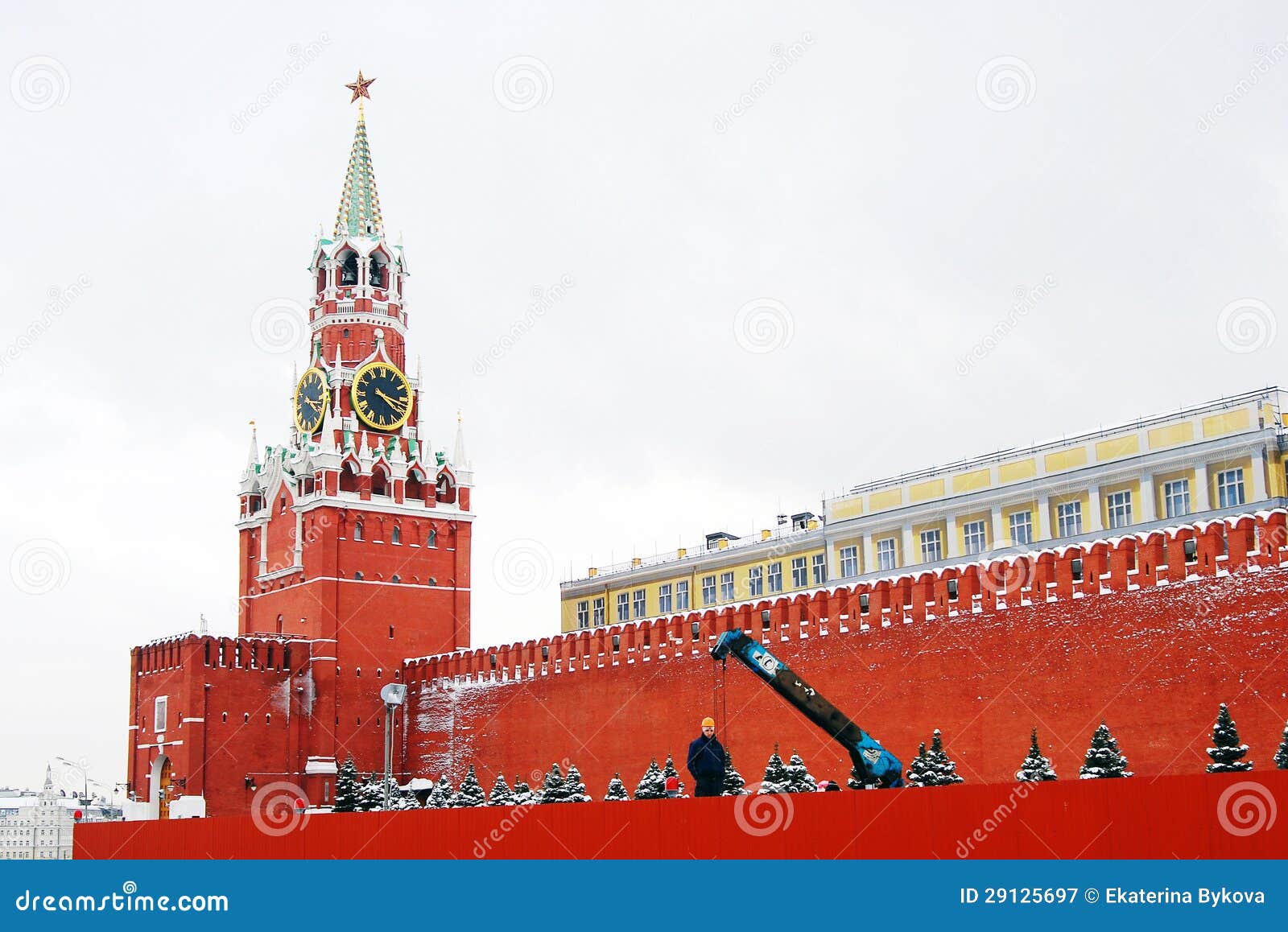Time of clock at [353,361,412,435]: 4:17
